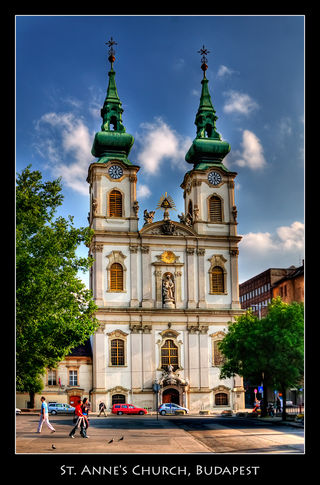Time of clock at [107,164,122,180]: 5:03
